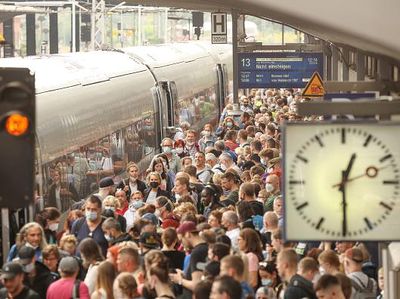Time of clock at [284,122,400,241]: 12:29
